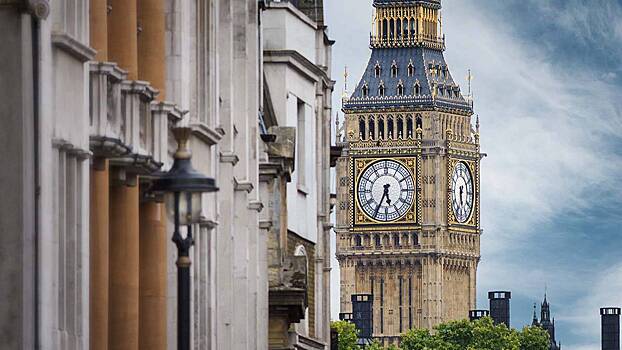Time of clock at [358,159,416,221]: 5:34
